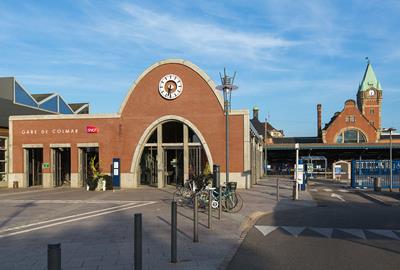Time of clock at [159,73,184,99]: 6:32
